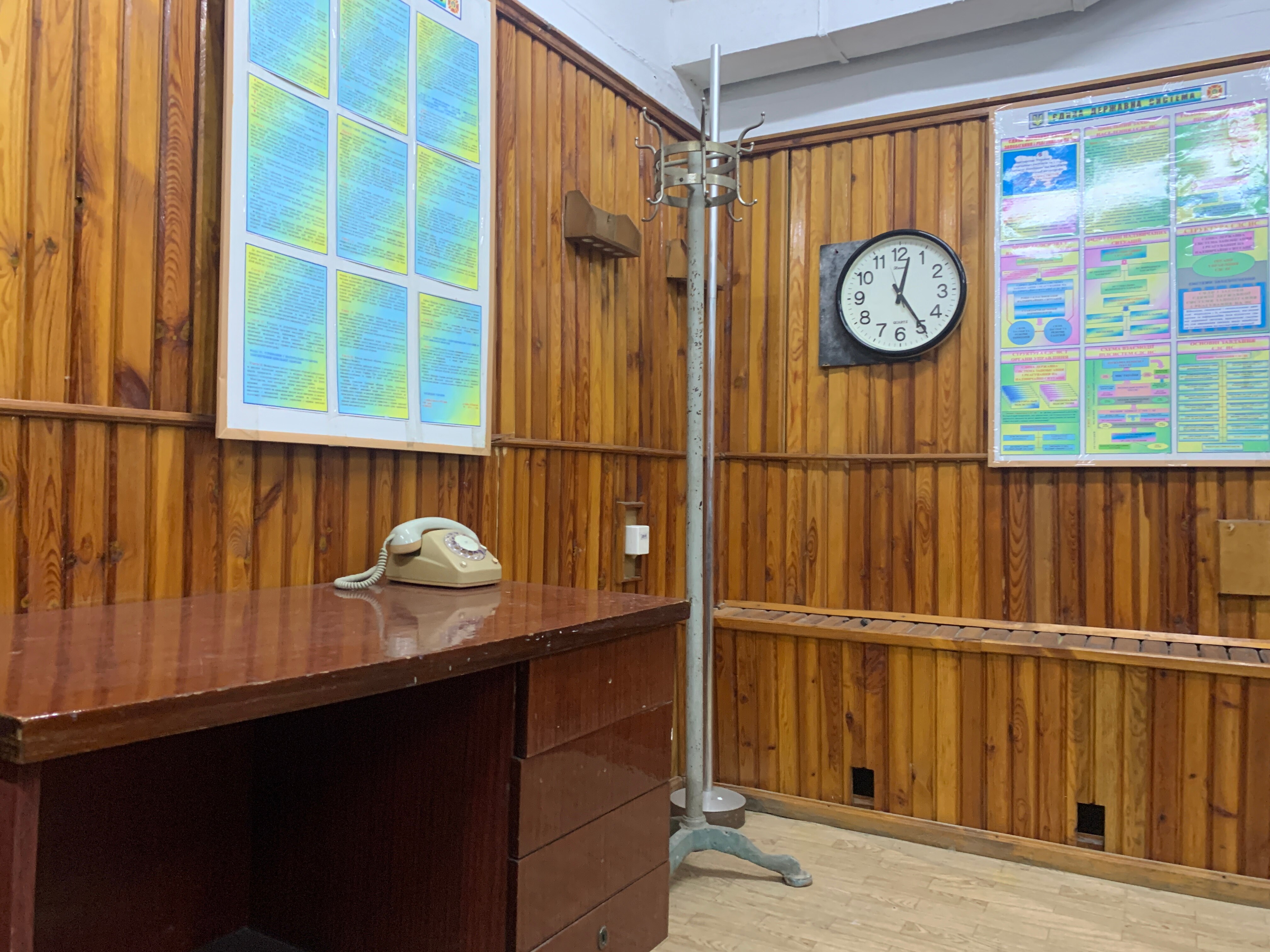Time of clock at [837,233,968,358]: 12:24
